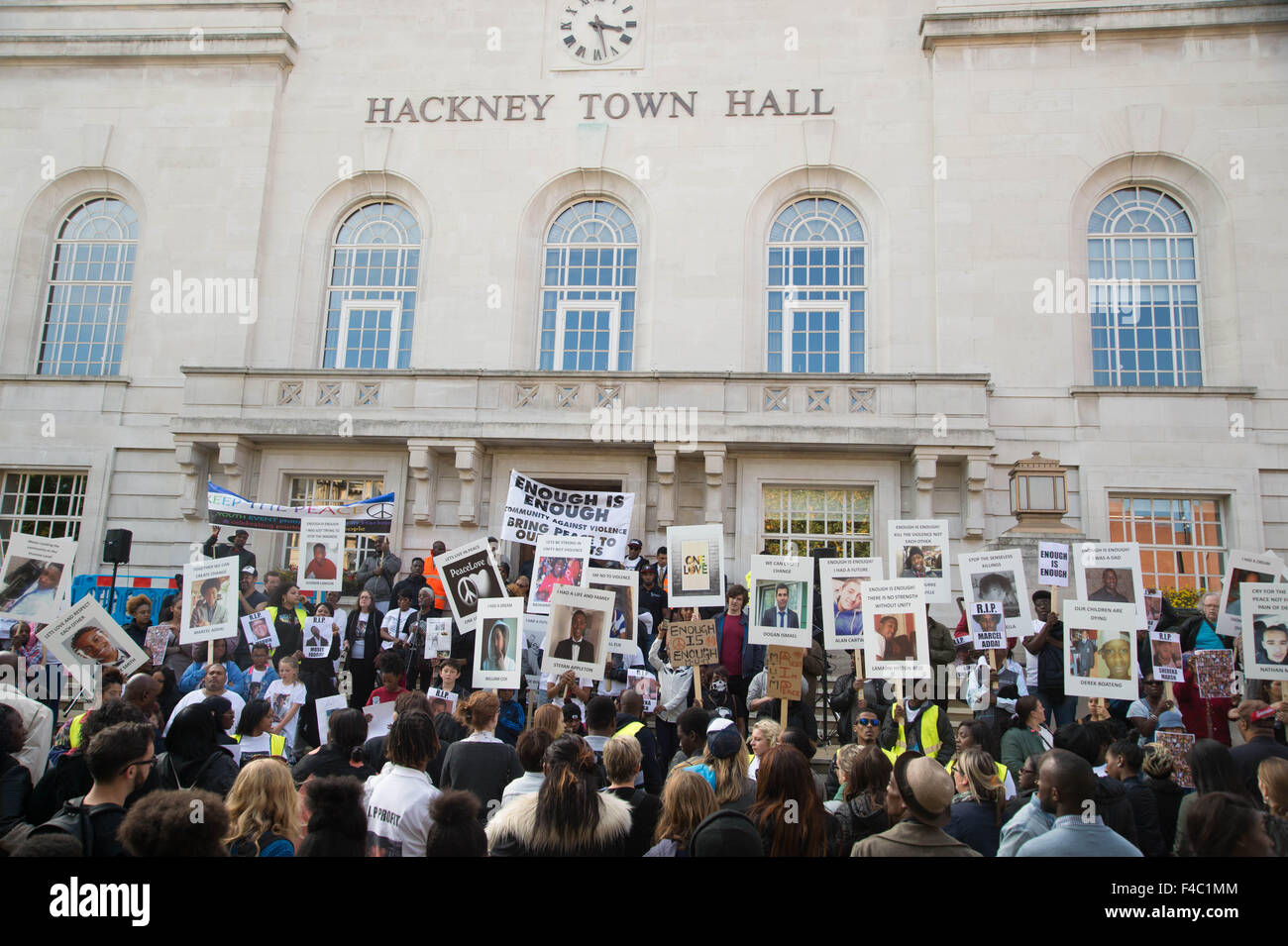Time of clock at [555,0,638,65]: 3:27
